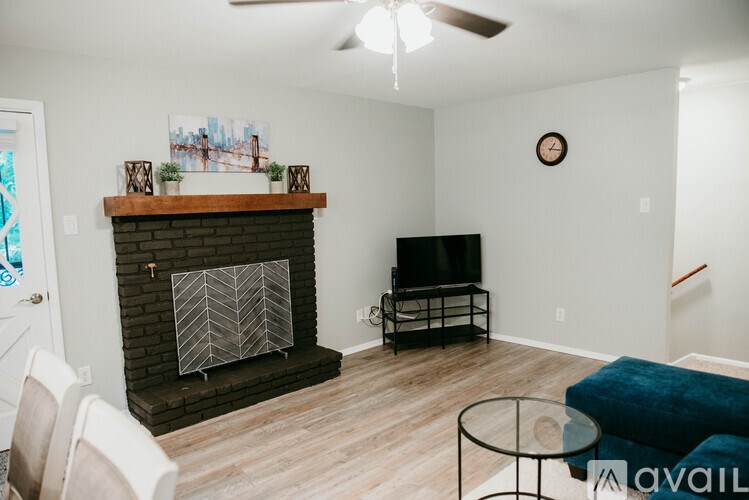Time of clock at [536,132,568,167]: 1:16
